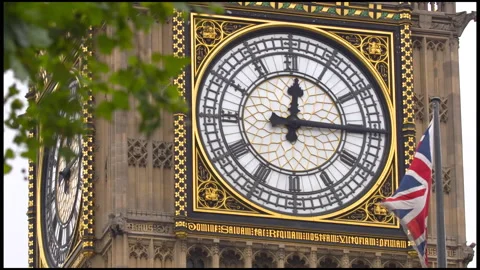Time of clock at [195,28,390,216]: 12:15
